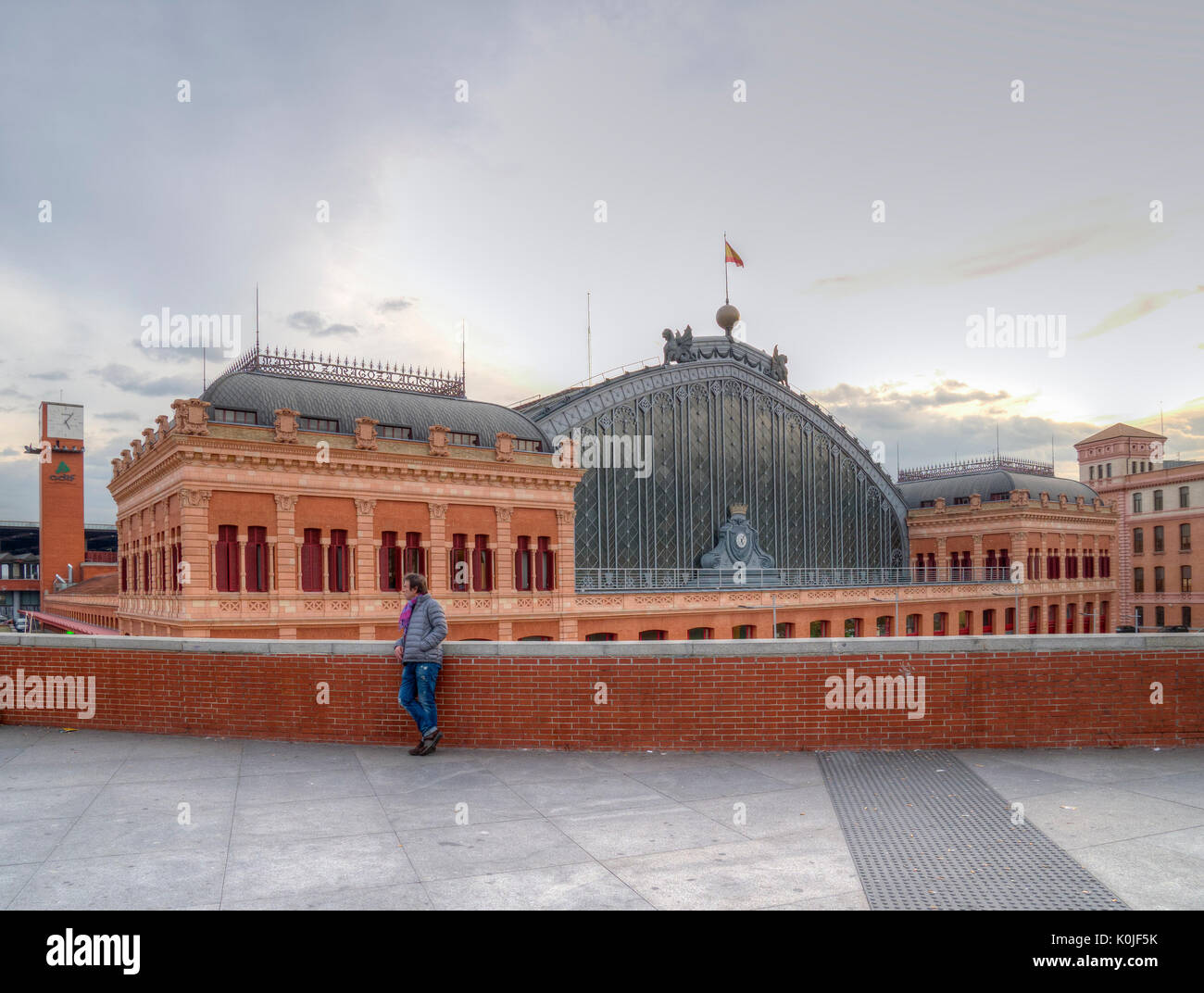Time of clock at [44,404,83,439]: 5:06
